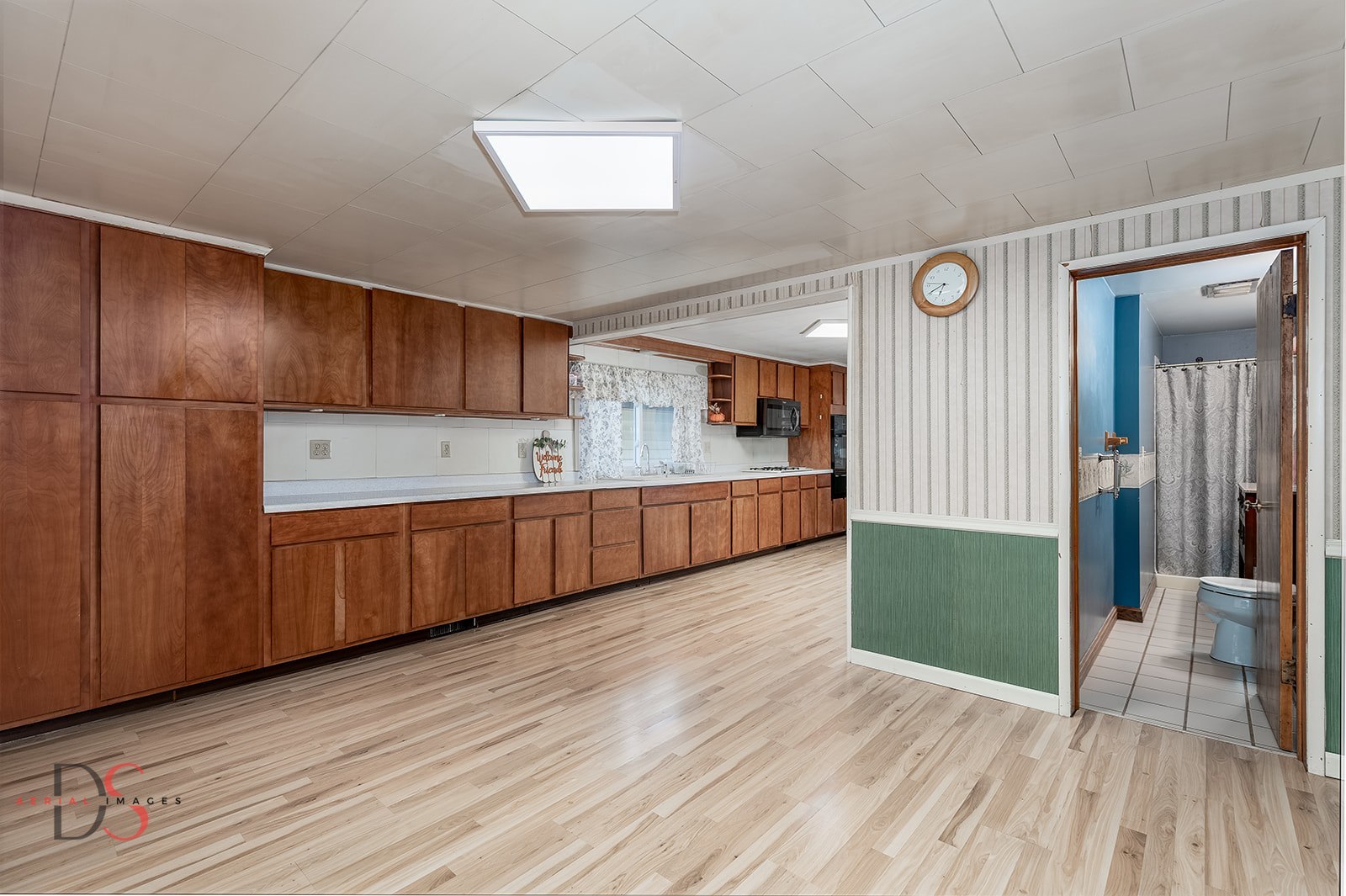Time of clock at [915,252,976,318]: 6:40
